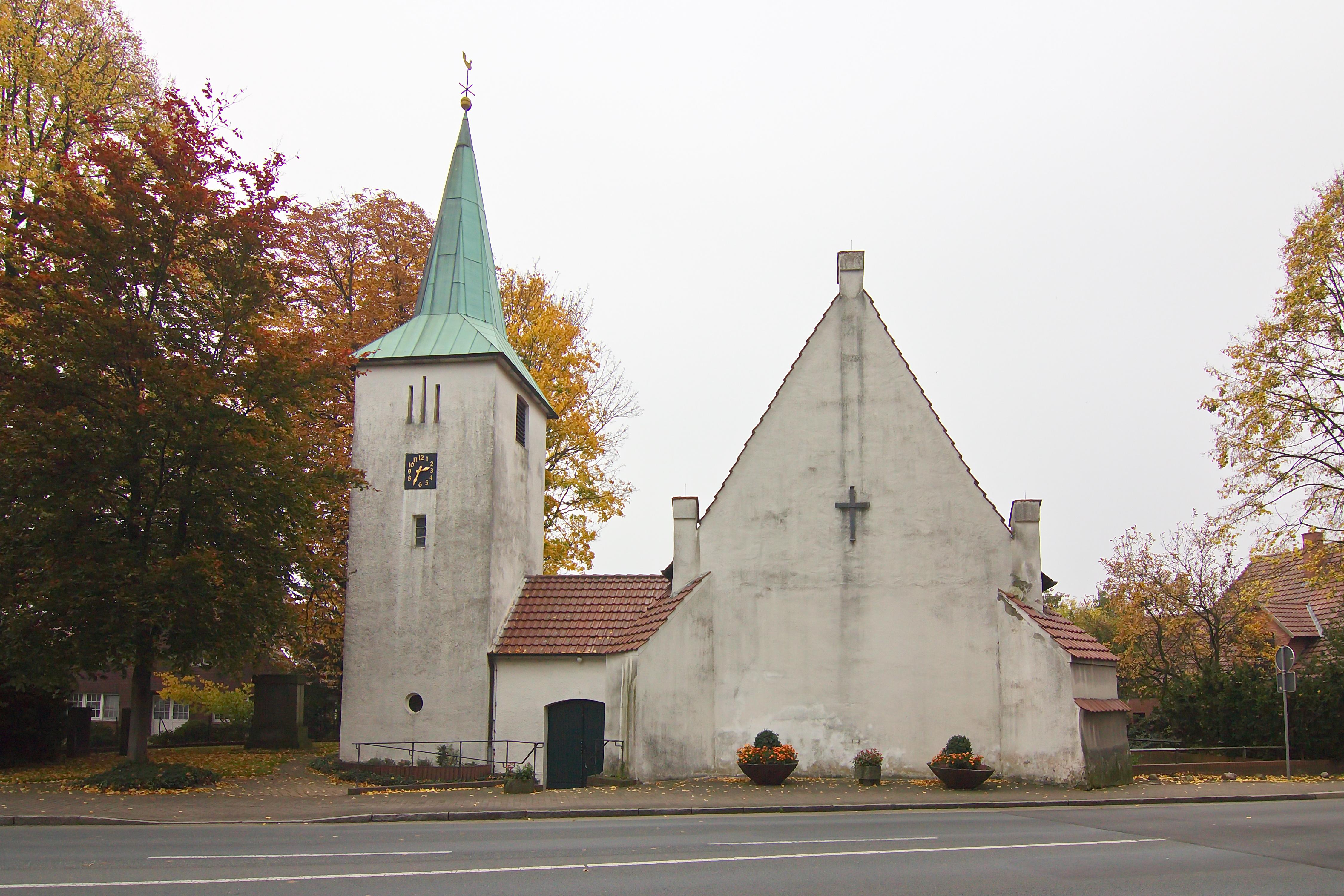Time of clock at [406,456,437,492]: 2:34
